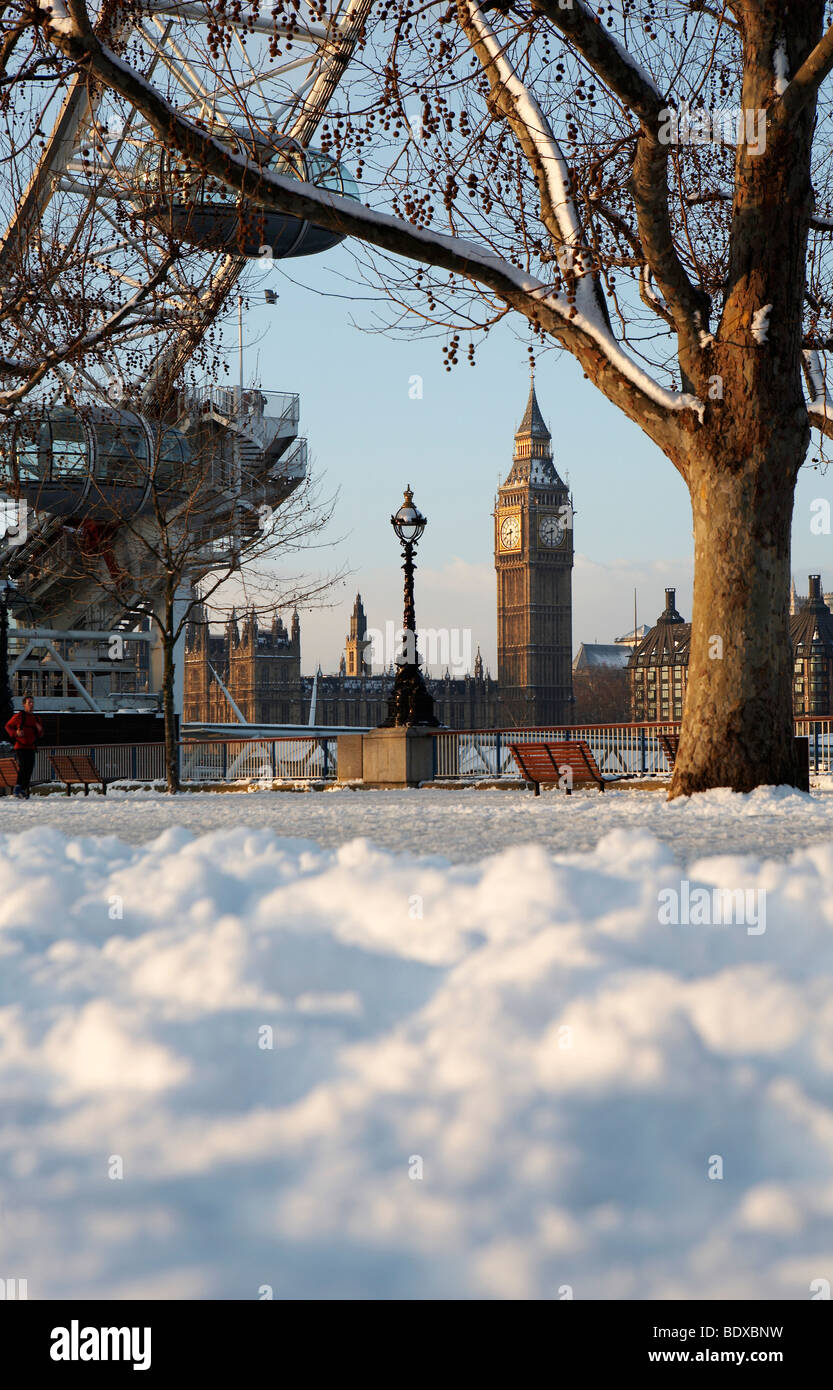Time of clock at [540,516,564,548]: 8:30
